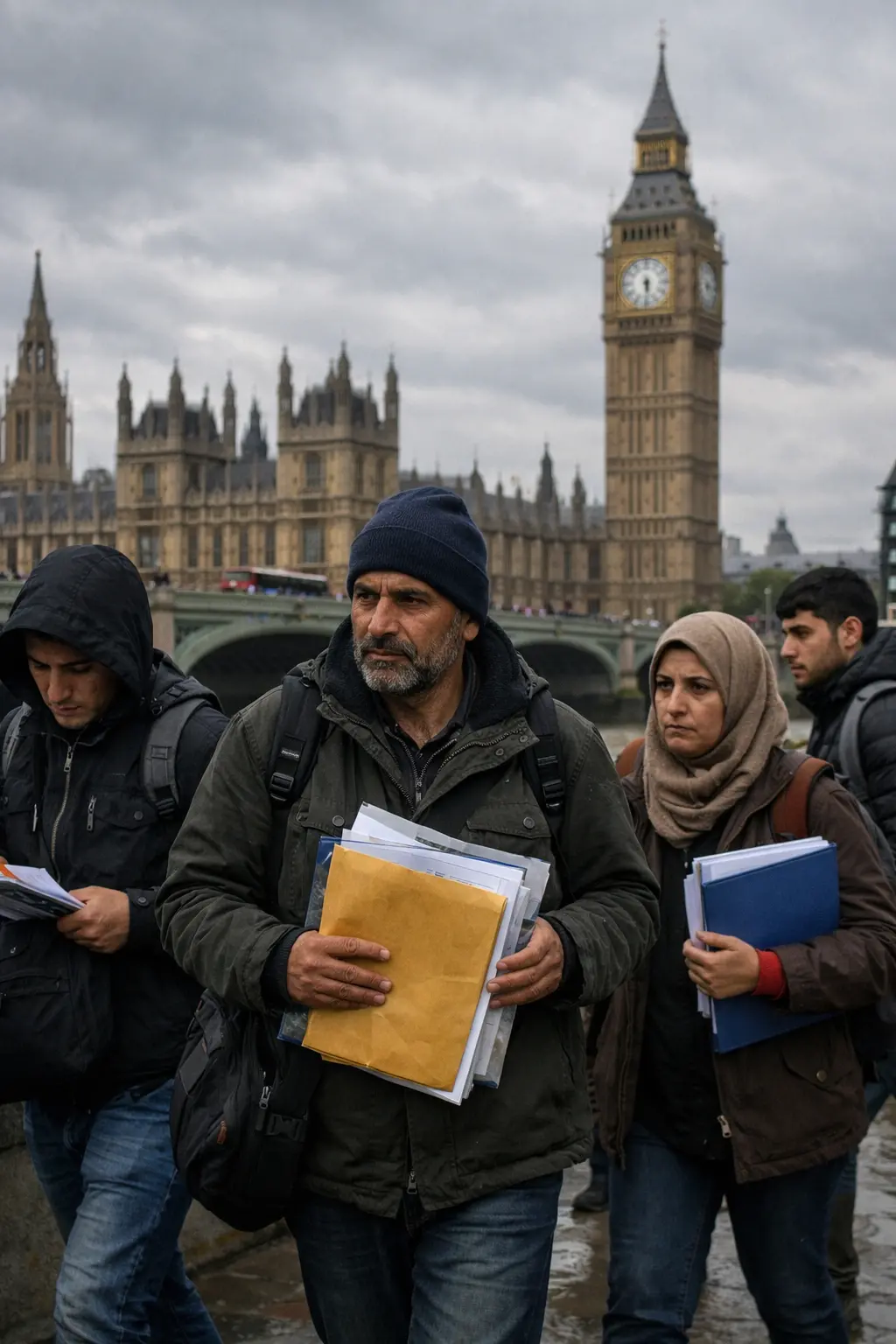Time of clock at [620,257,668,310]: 5:30
